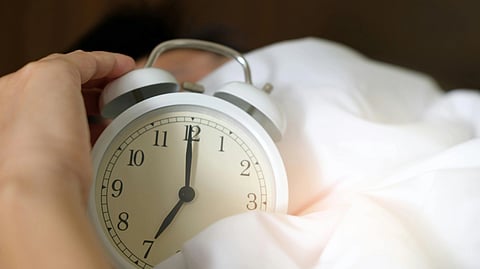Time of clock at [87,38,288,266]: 7:00
